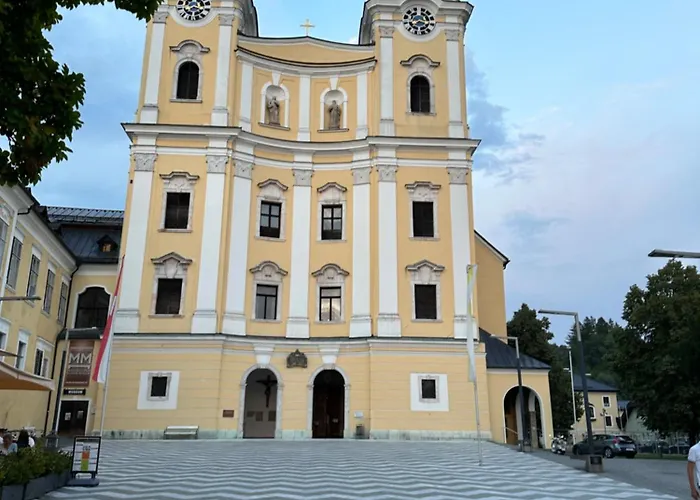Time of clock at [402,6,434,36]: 7:17
